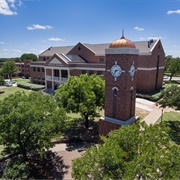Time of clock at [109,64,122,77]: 7:12
